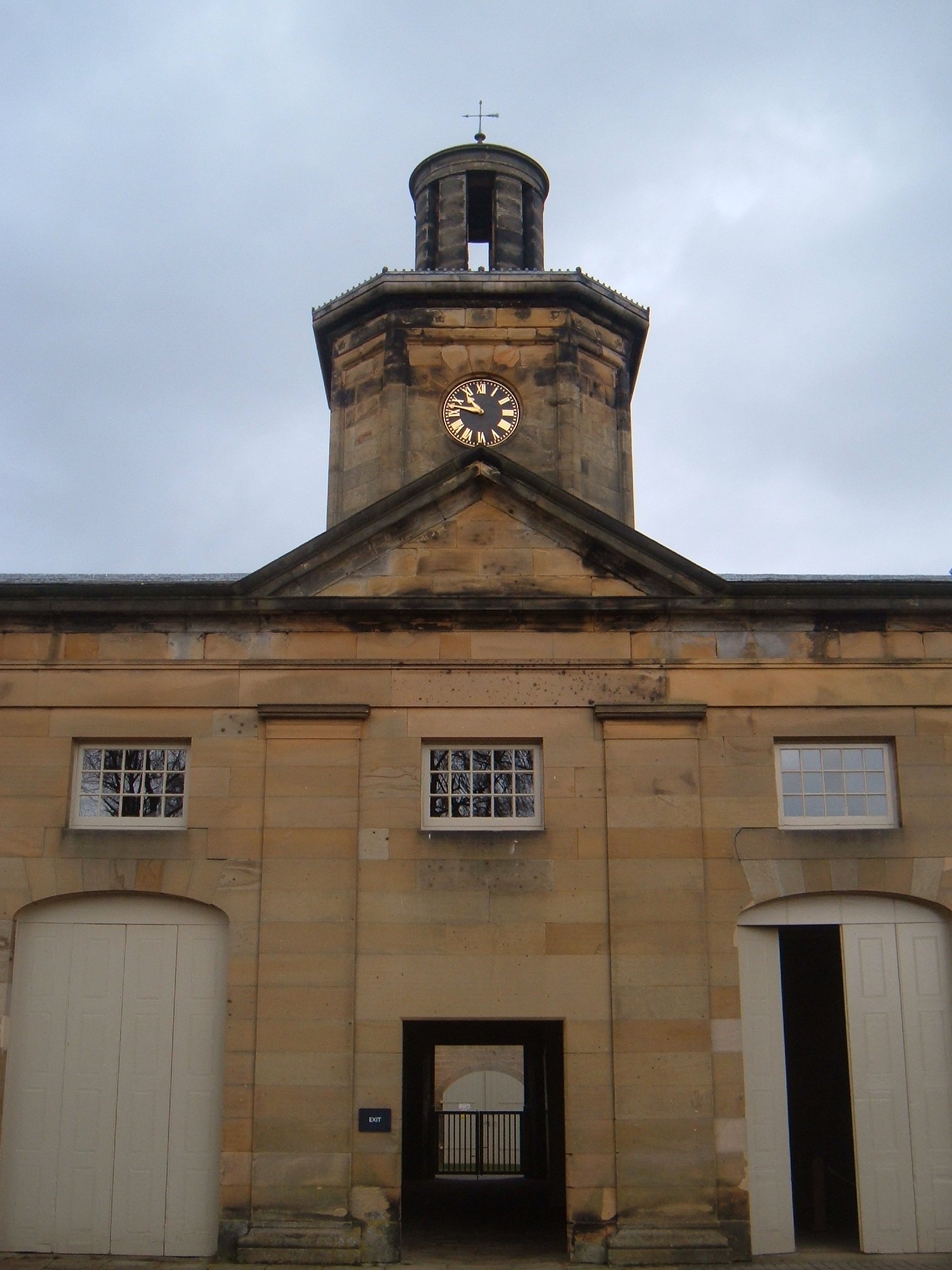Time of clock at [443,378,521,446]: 10:47
